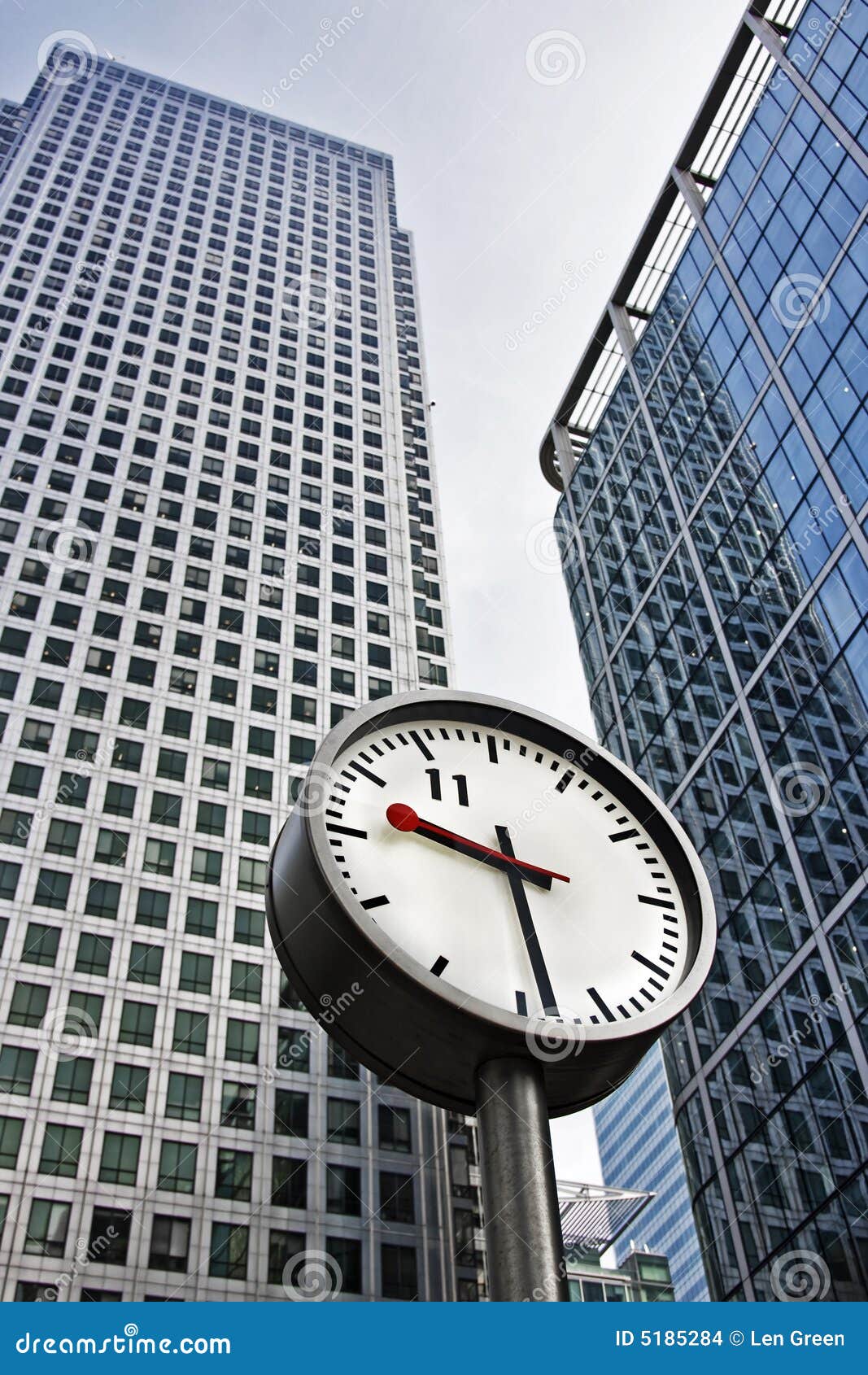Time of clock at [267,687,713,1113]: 9:28
